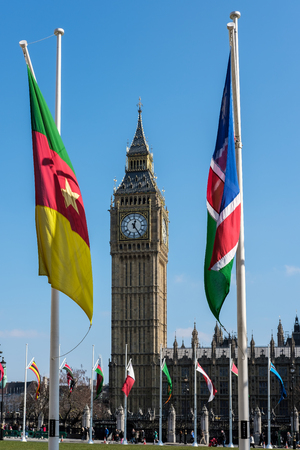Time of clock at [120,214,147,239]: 12:24
